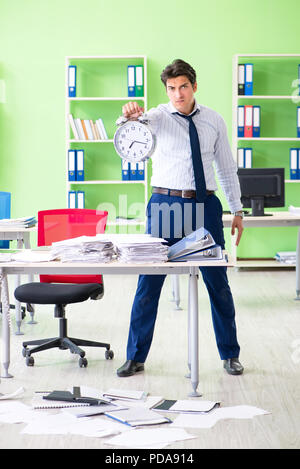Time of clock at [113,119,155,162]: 7:17
